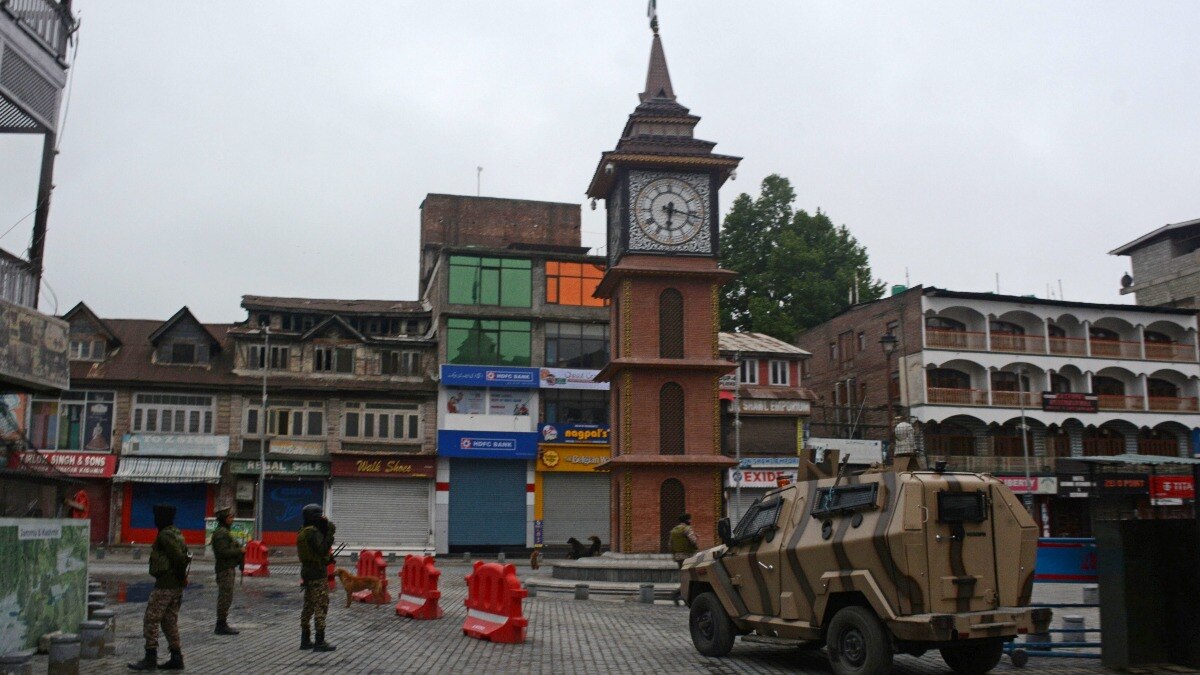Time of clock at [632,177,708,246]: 6:17
